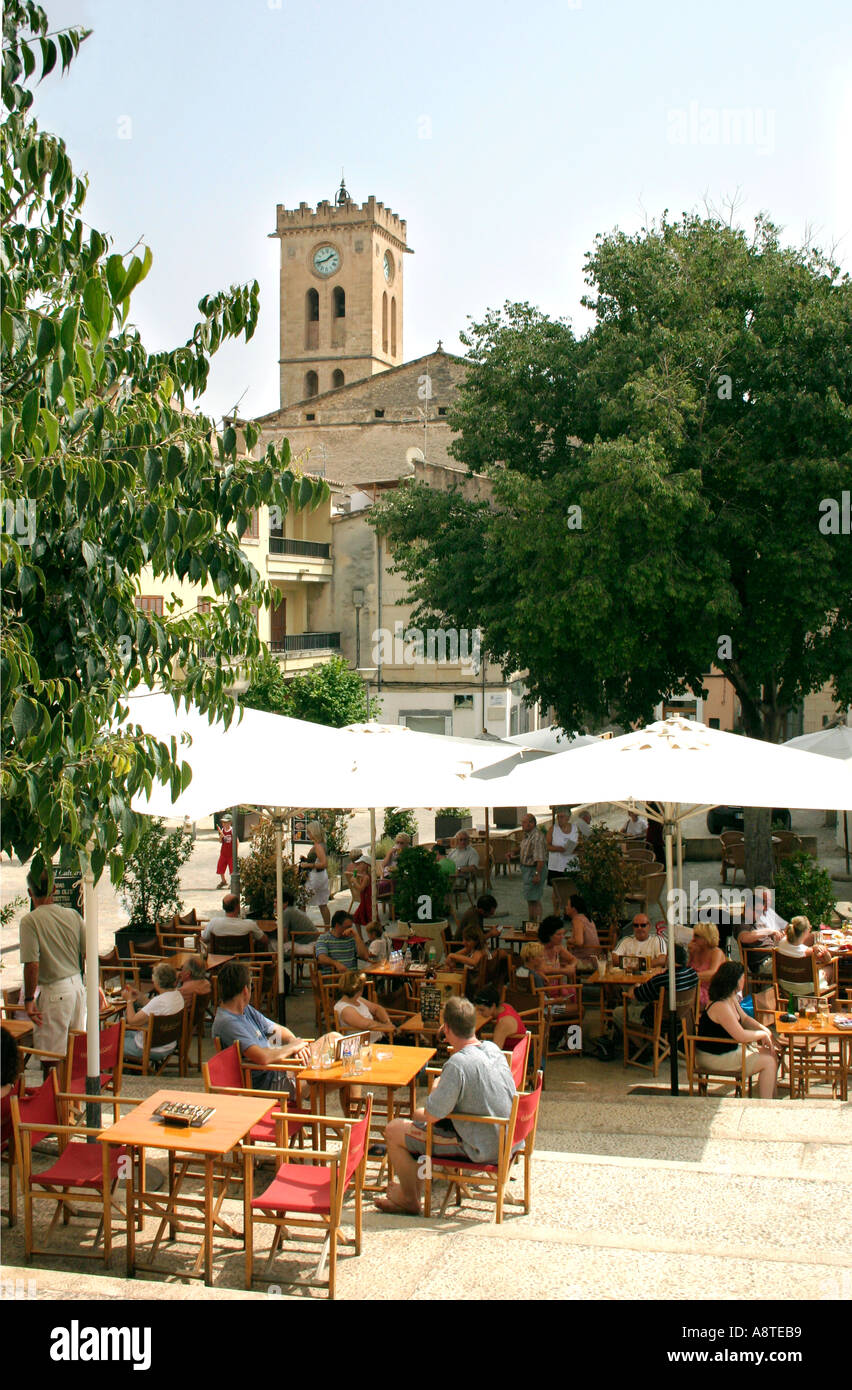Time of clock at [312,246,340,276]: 1:42
